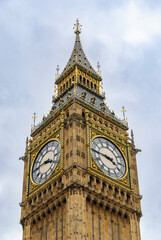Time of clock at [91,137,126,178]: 3:45
